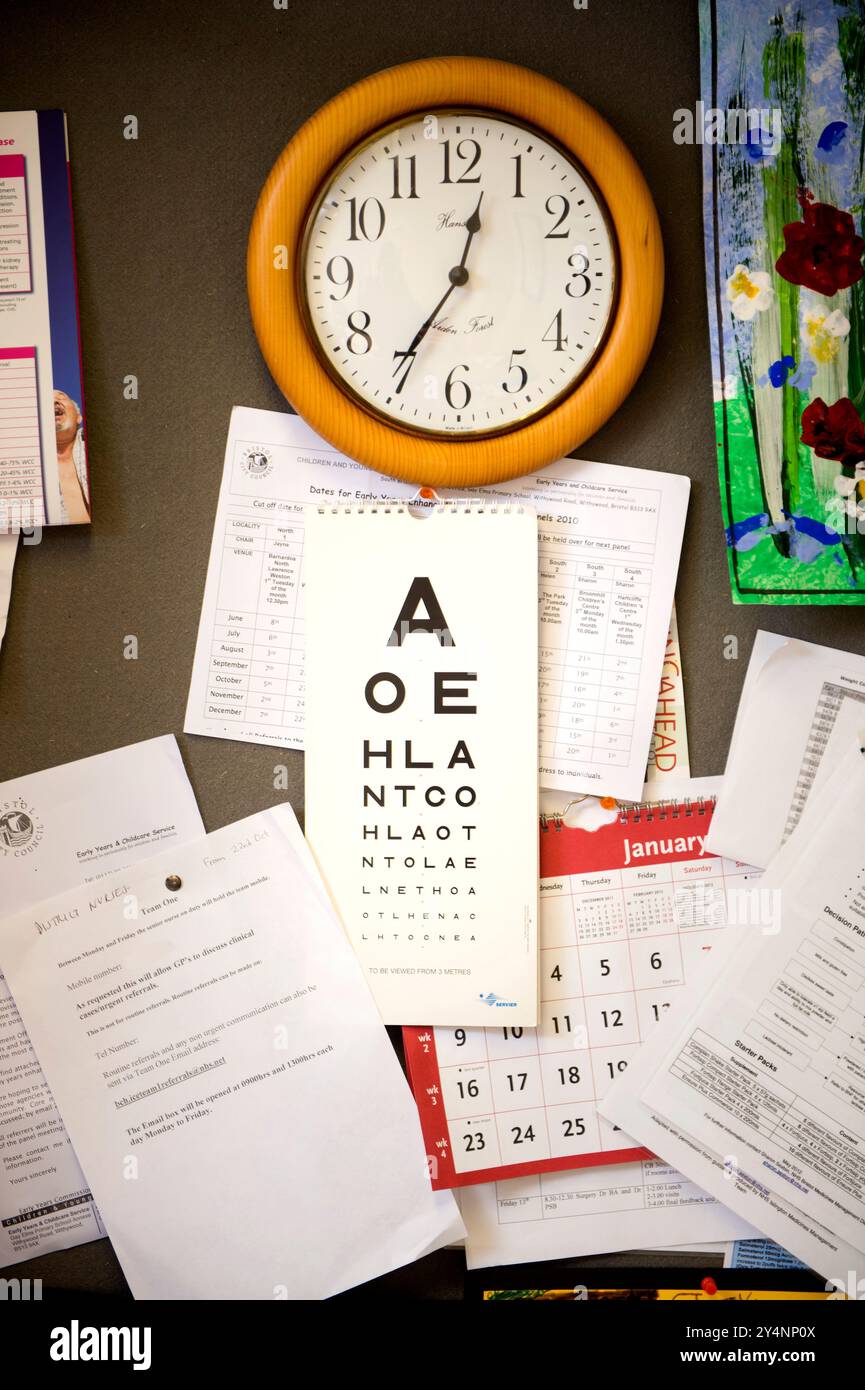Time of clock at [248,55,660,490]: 12:35
